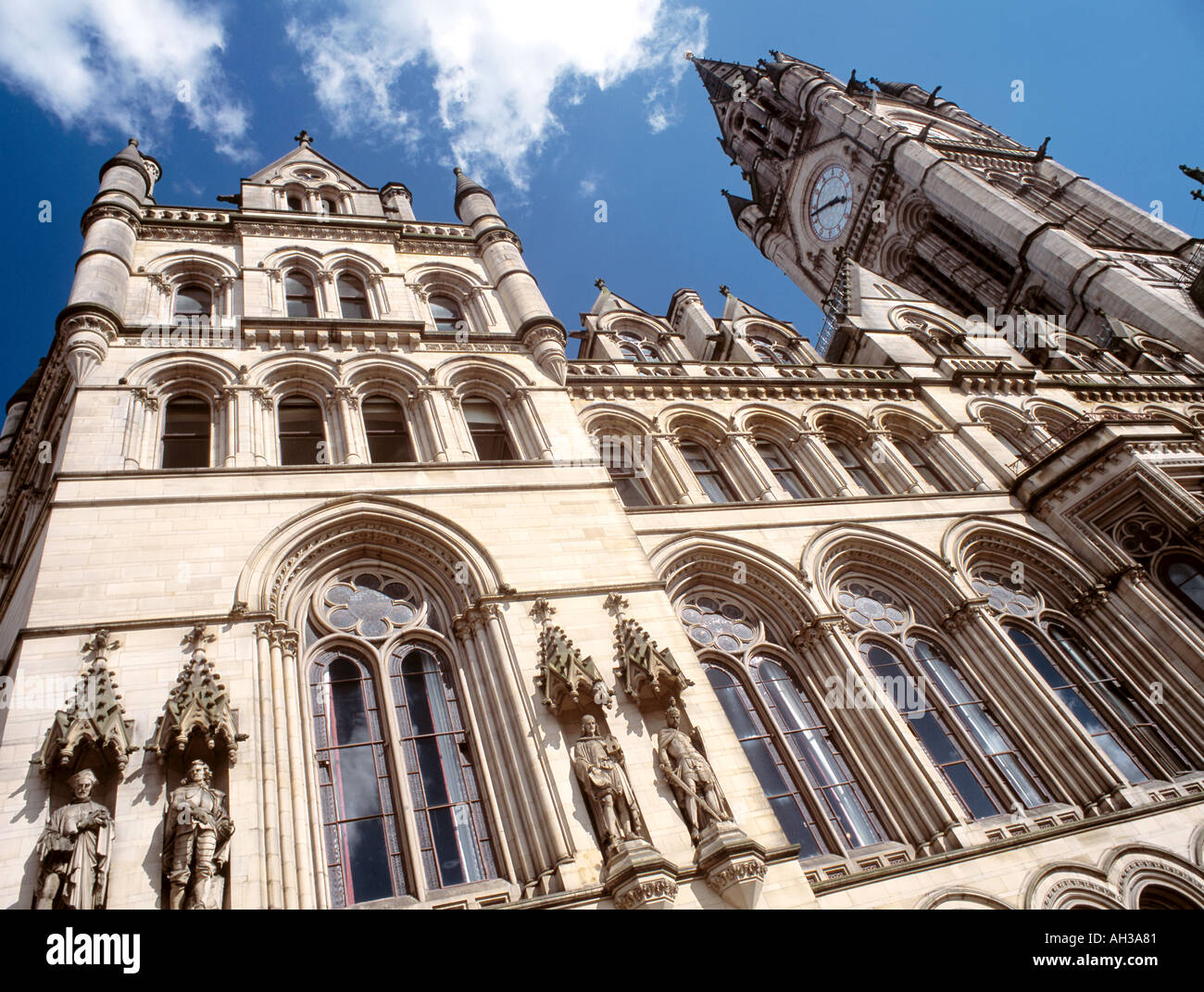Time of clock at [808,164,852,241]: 2:42
